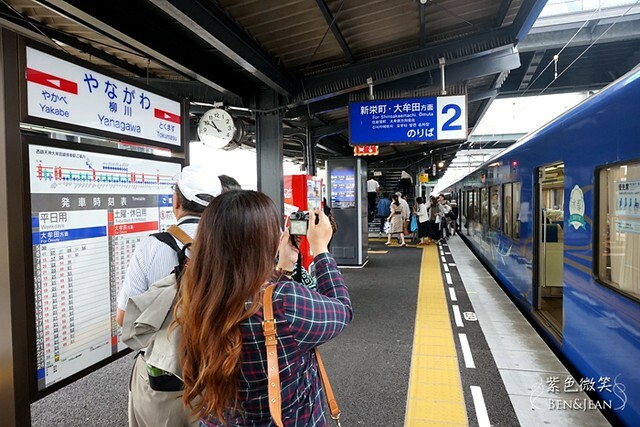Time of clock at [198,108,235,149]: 10:50
